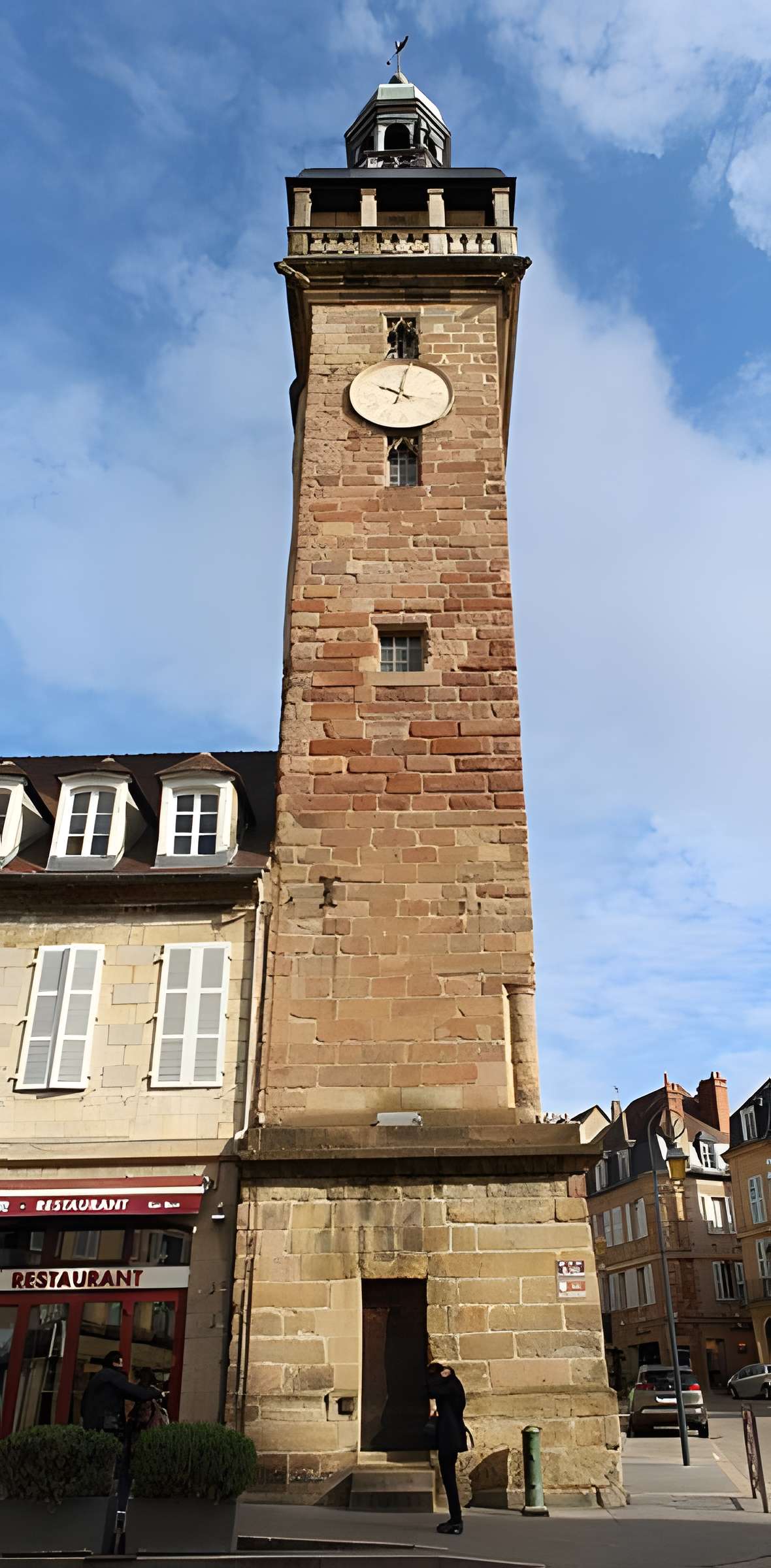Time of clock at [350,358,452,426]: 10:02
